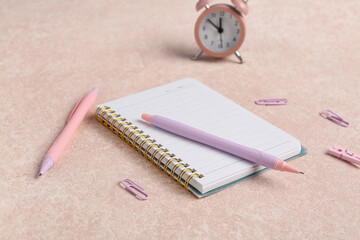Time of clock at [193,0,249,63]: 11:51
